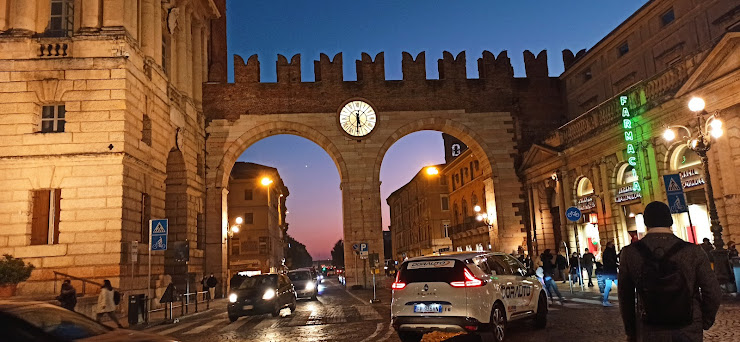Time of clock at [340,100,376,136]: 5:30
